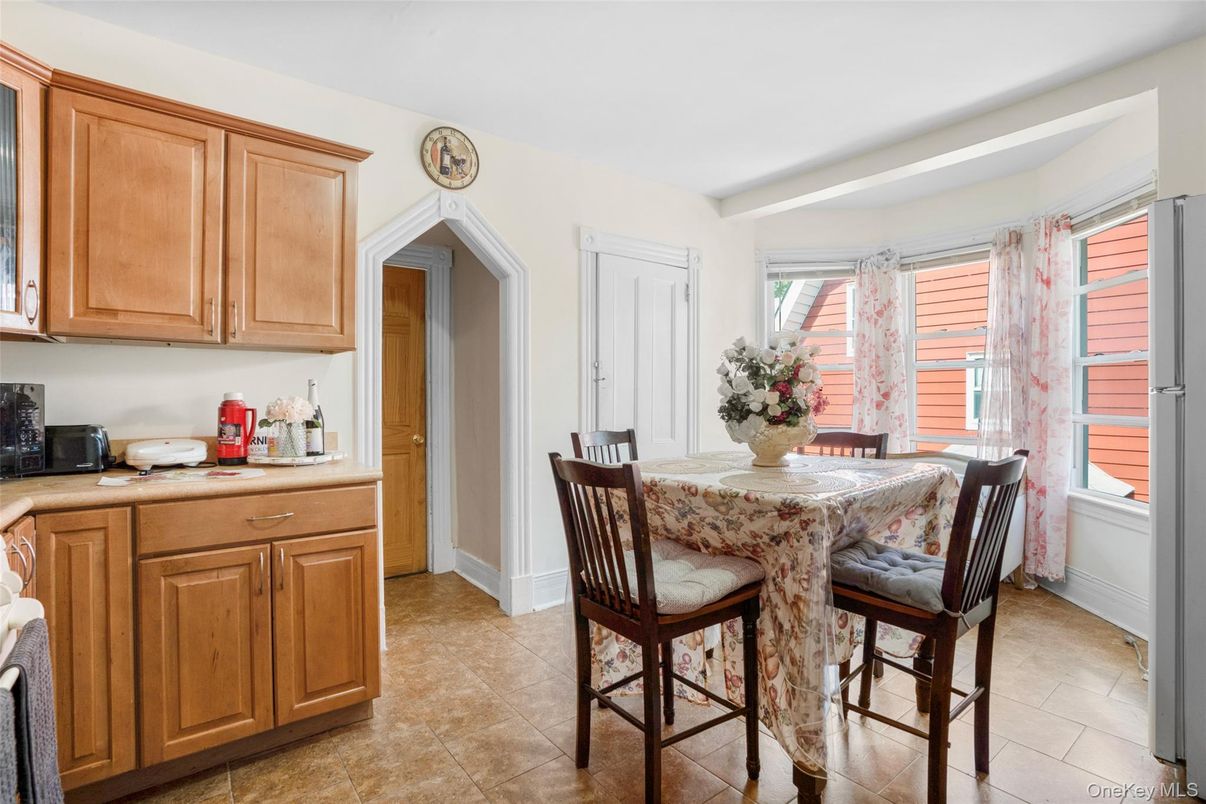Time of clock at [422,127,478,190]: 3:22
